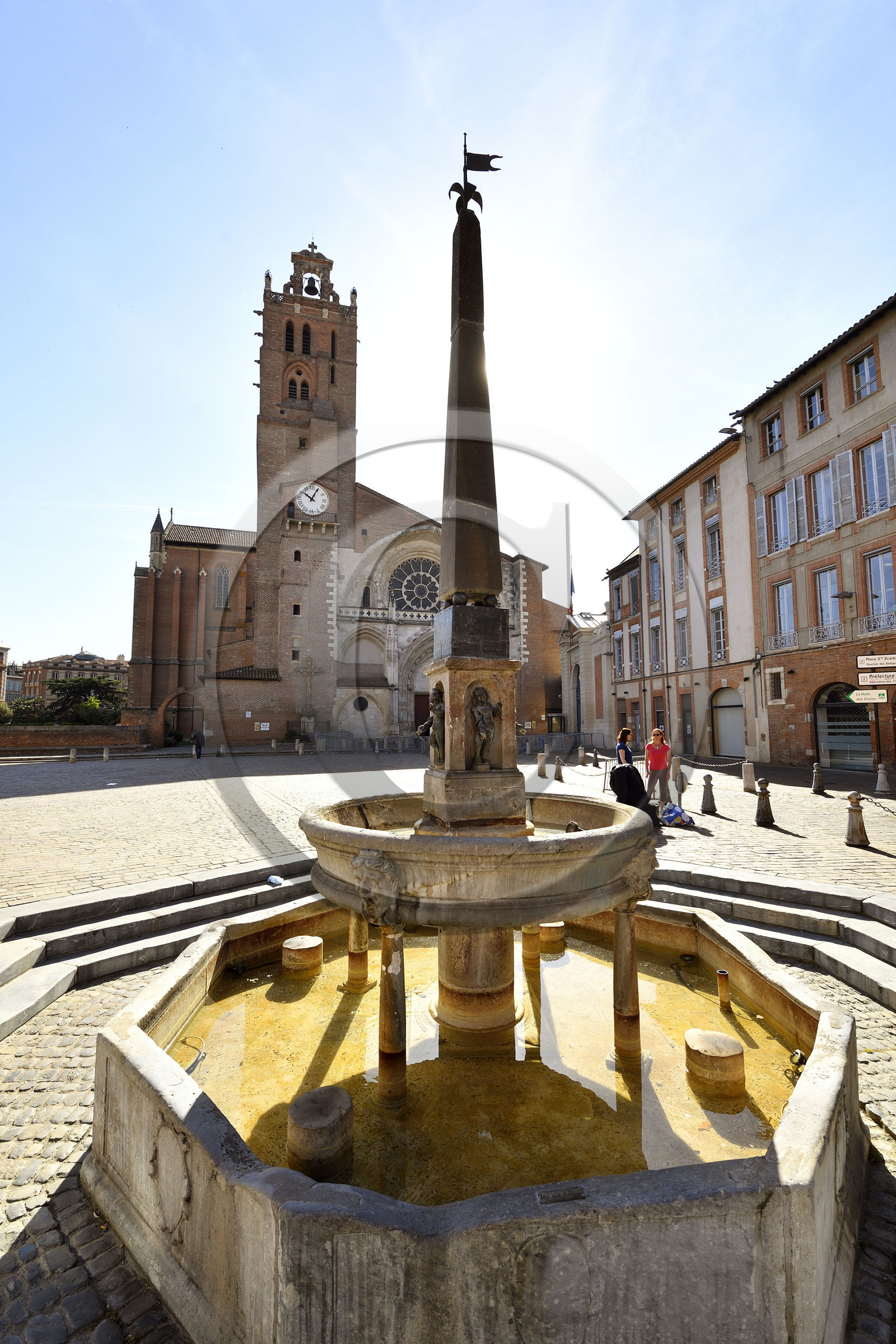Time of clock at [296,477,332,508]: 10:04
